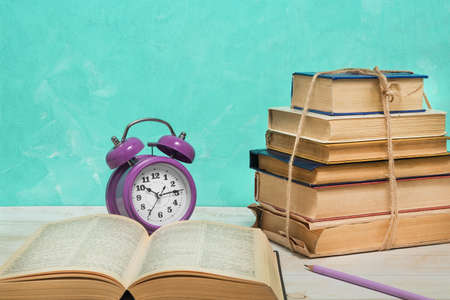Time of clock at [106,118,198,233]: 10:14
